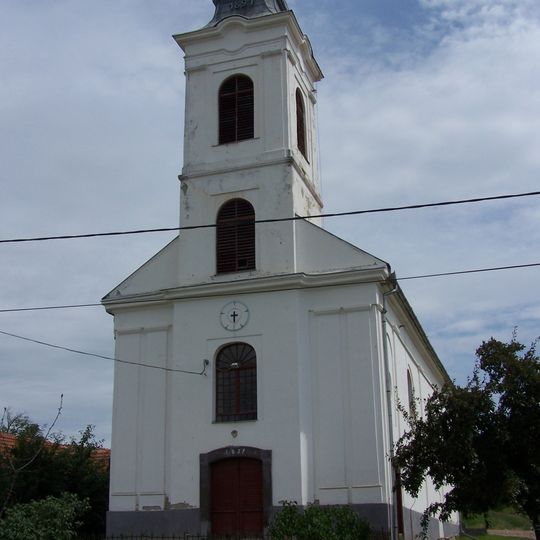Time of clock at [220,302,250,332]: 8:29
